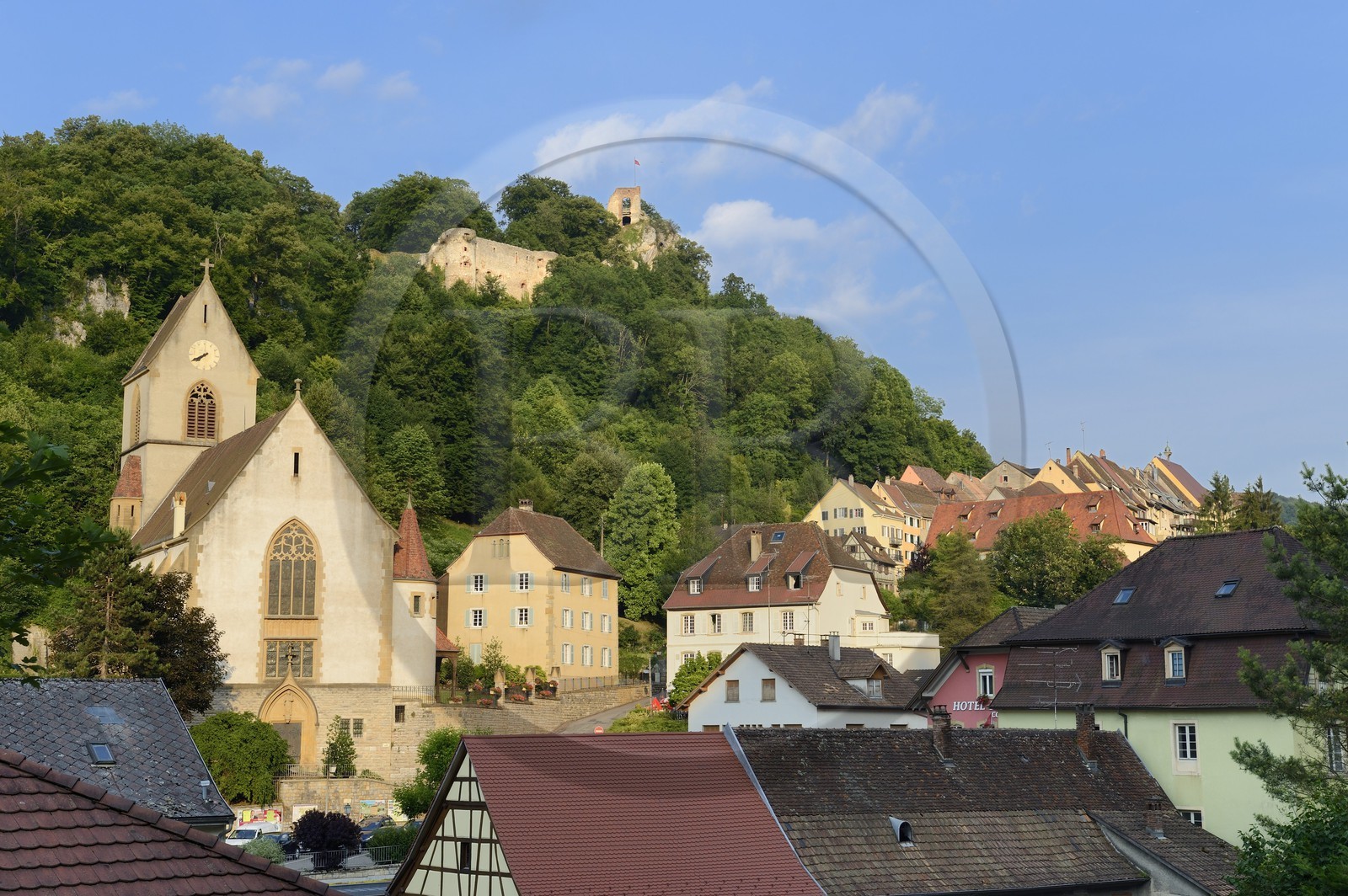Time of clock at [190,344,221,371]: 7:39
